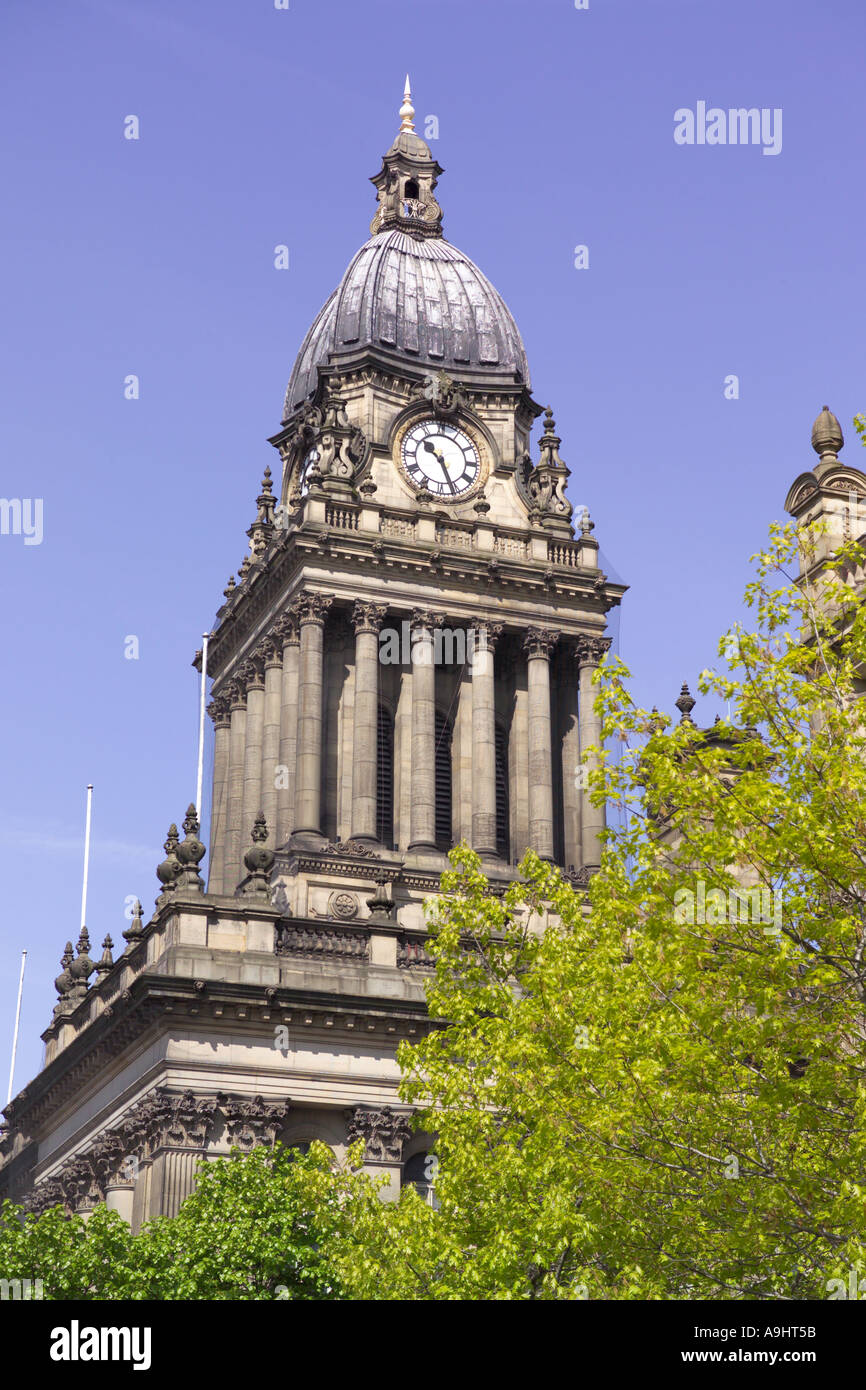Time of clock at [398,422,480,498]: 10:26
